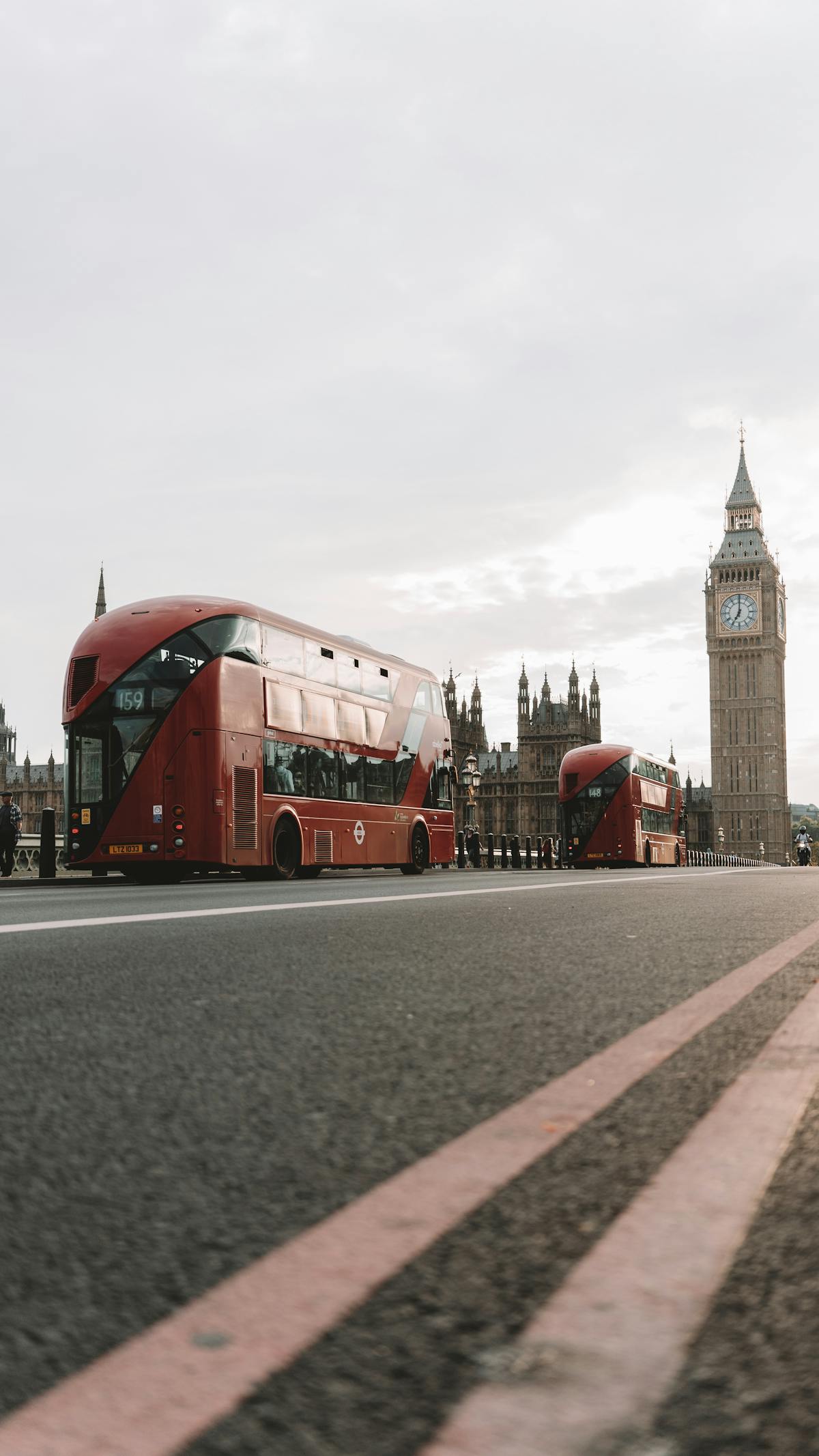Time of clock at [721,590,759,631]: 7:00
